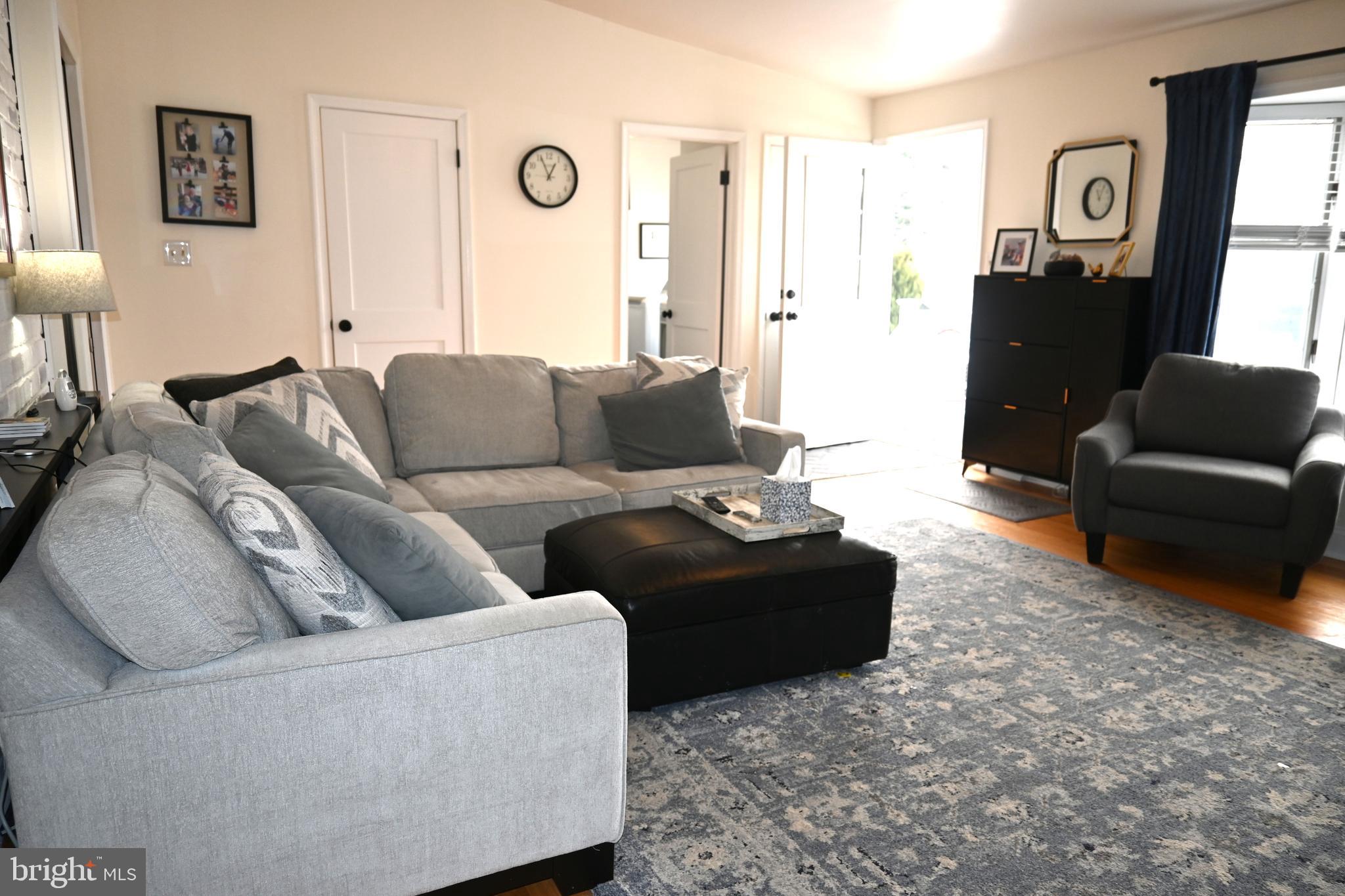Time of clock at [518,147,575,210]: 12:55
